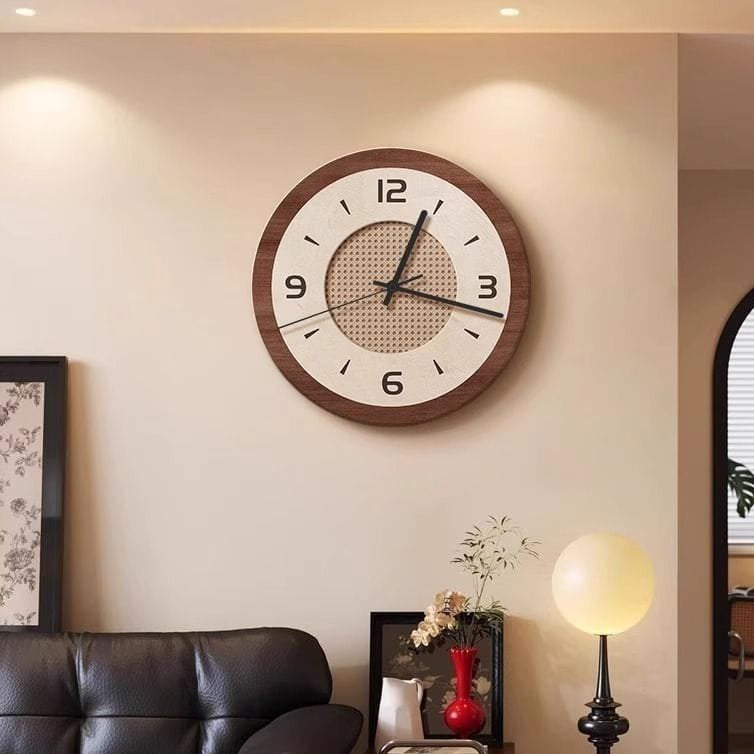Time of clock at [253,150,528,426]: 1:17
